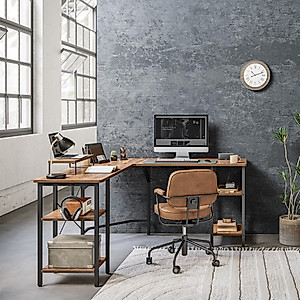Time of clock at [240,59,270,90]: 10:11
